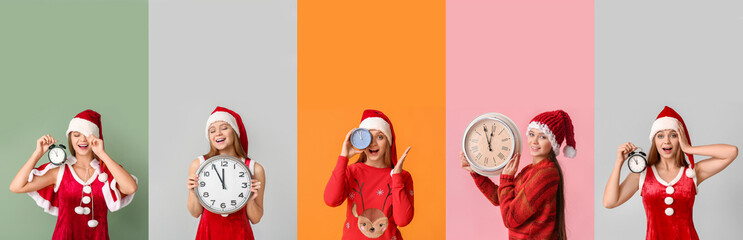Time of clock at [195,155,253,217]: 11:55
